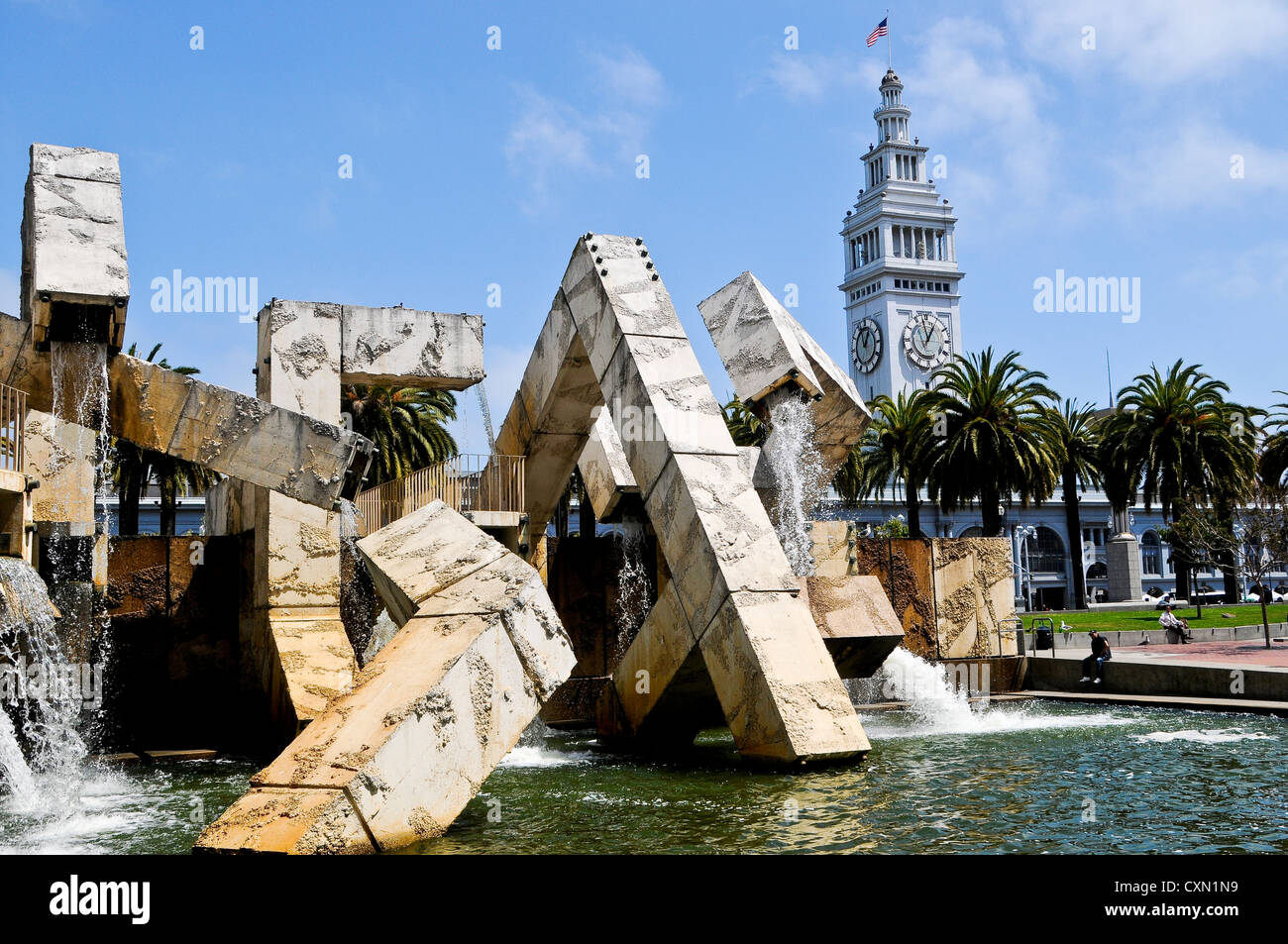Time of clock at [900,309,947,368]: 12:58
